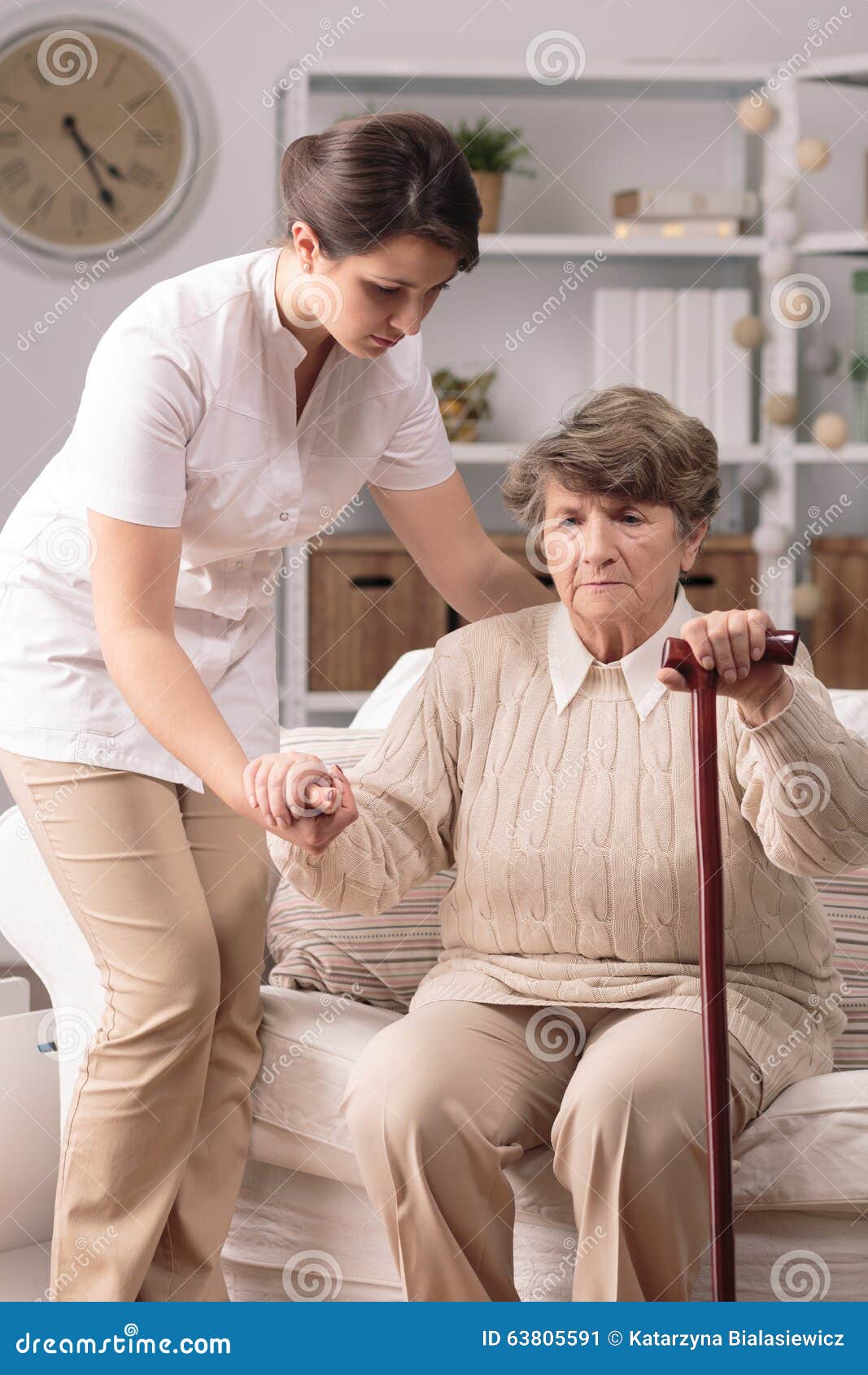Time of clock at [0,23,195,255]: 4:25
